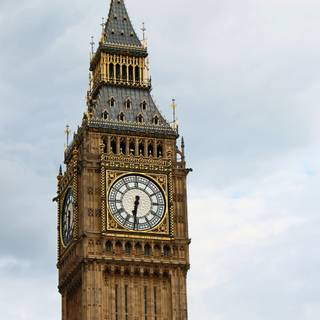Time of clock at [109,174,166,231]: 6:31
